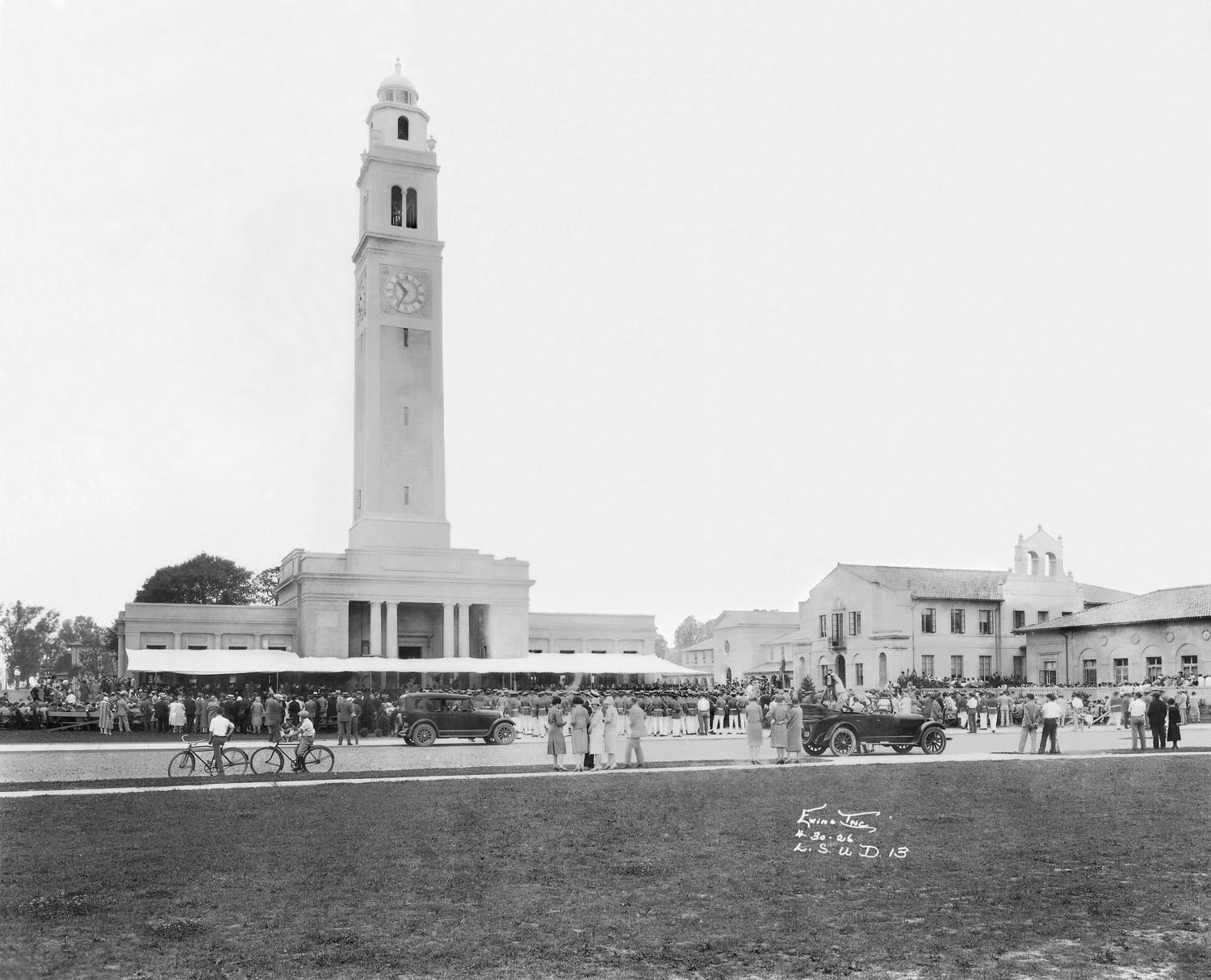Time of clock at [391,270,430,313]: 10:34
